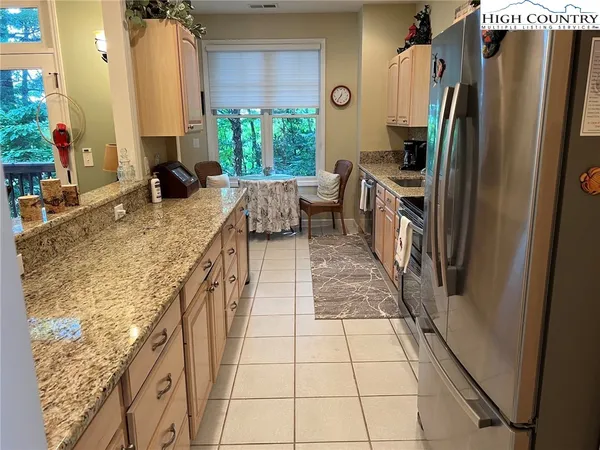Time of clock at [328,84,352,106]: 12:36
